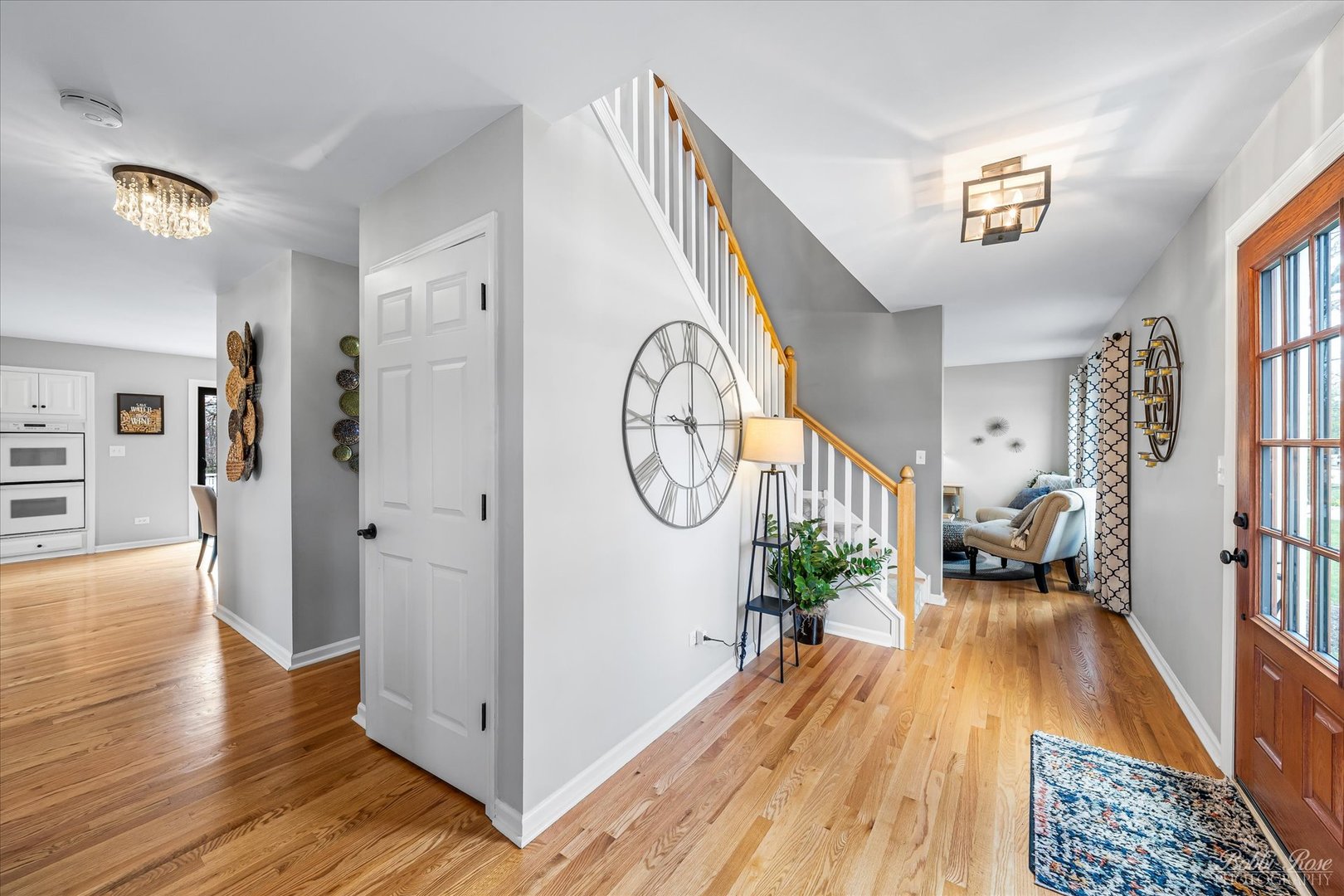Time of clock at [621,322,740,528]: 9:00
